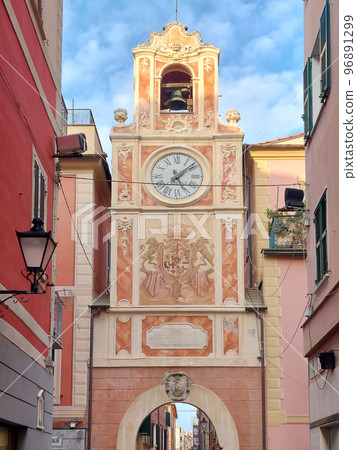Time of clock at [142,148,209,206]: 5:08
